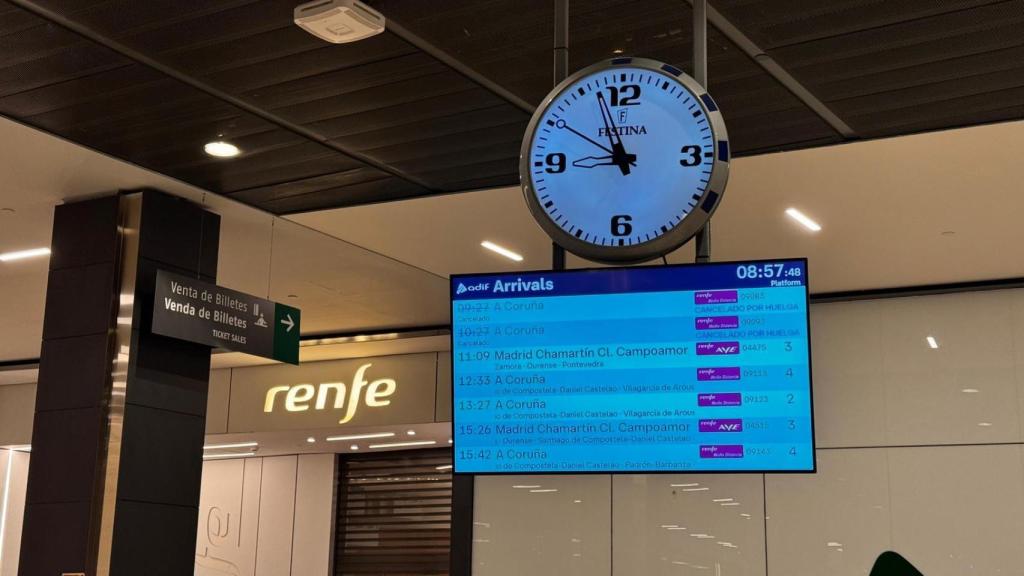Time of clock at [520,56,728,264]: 9:56
